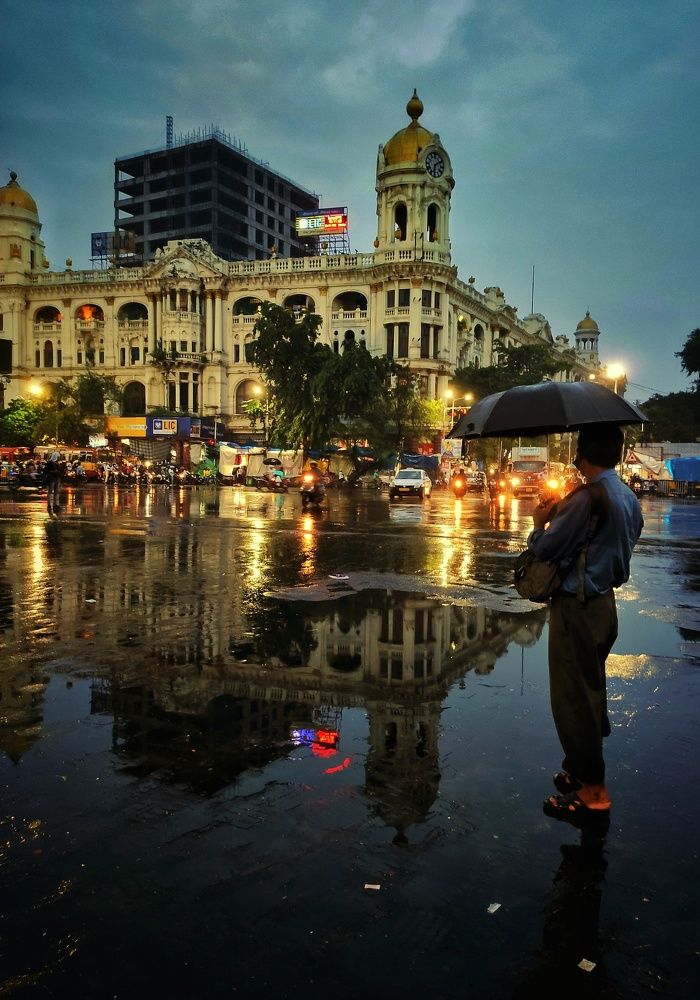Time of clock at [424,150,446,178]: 6:10
